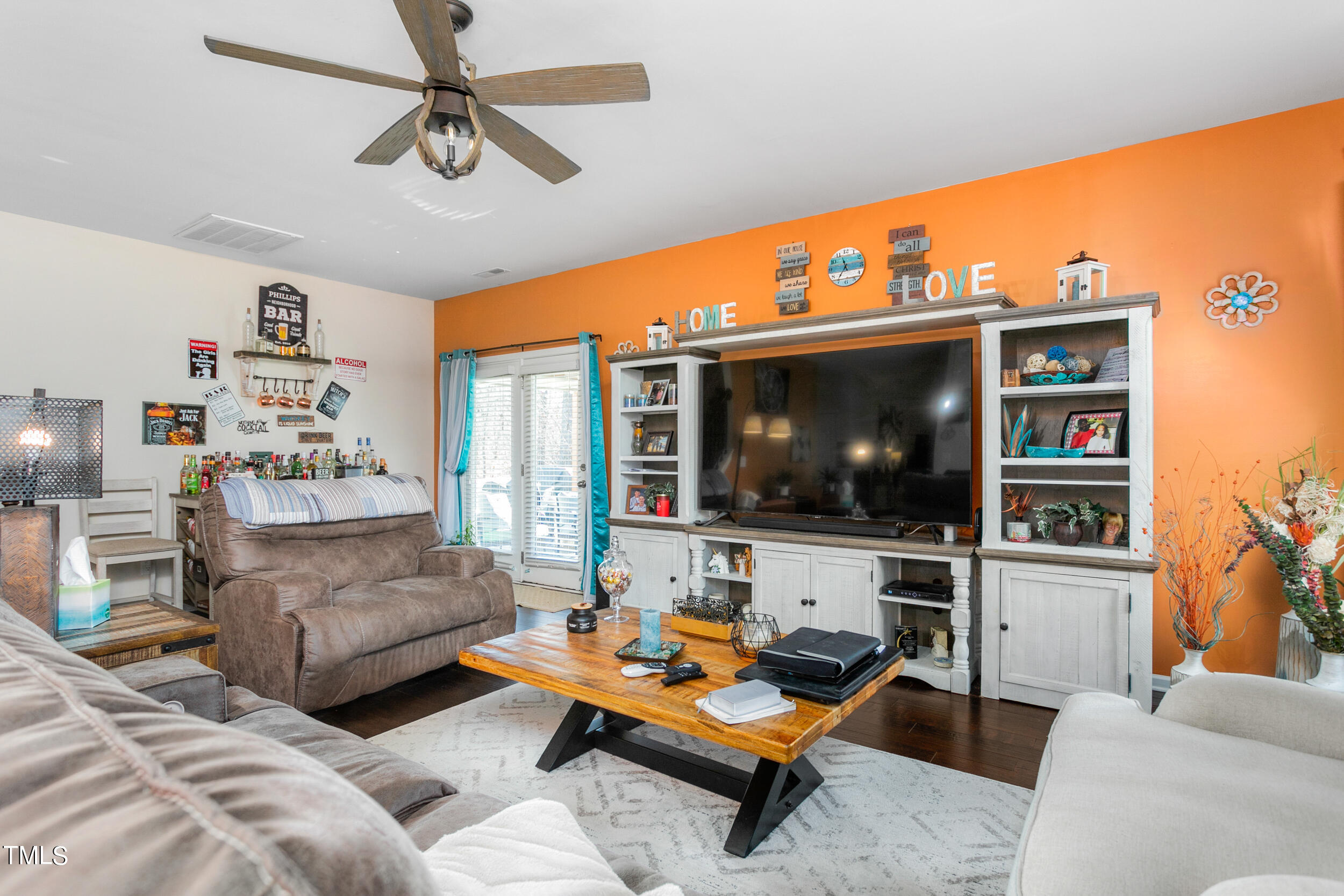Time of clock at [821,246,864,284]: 11:35
